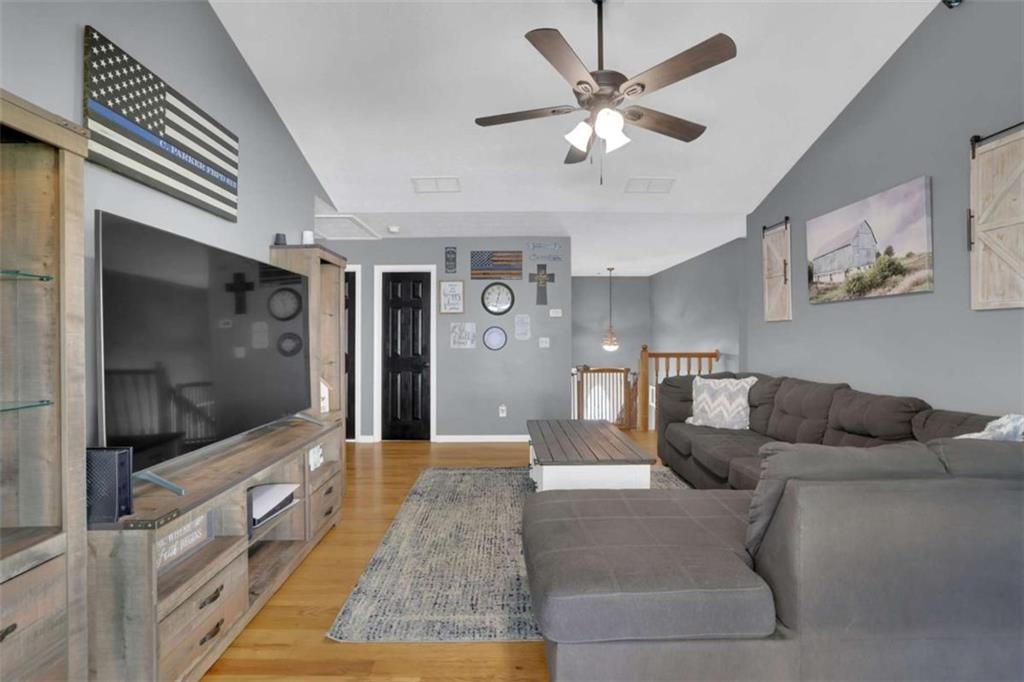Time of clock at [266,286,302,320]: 11:28
